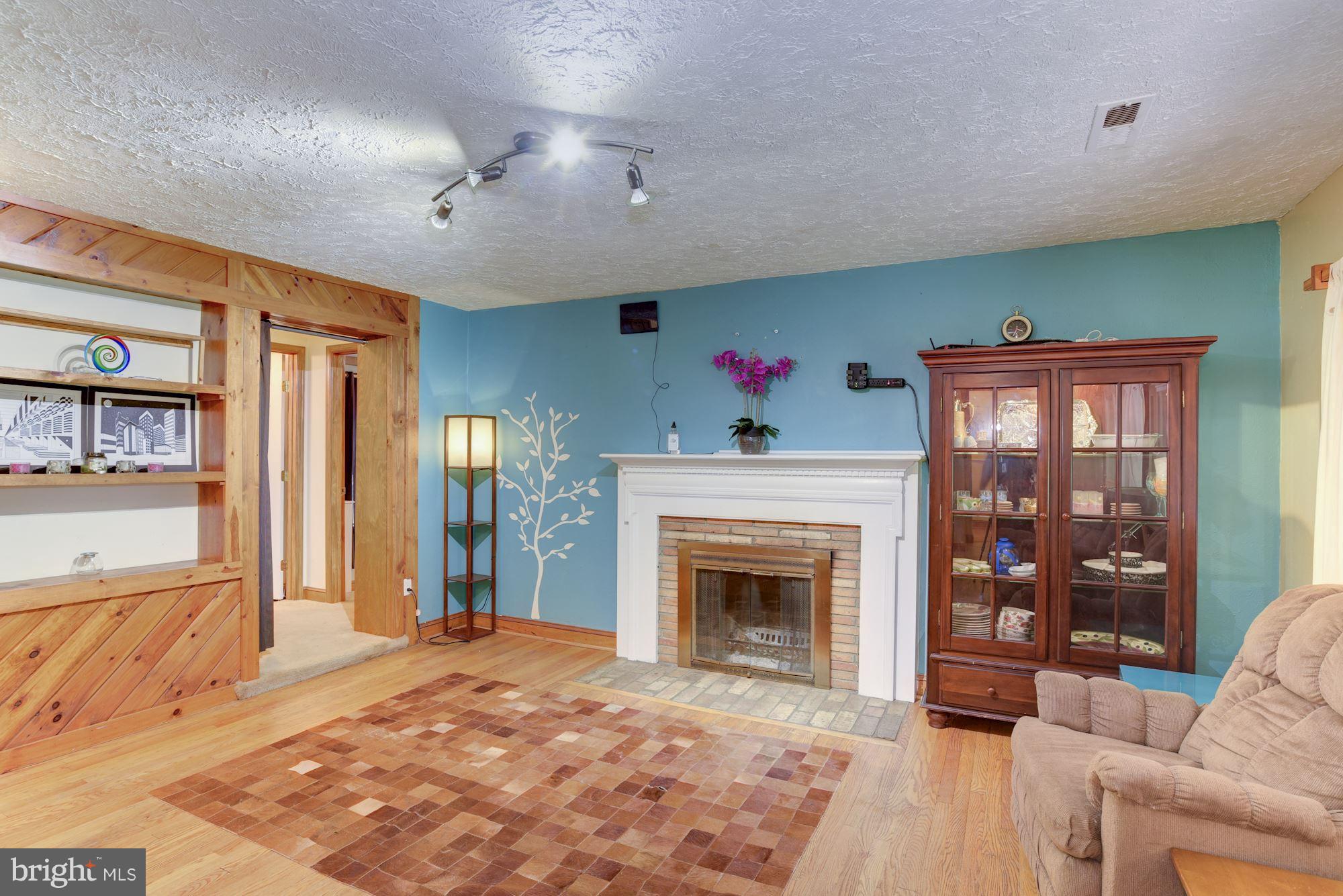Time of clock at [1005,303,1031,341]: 3:34
